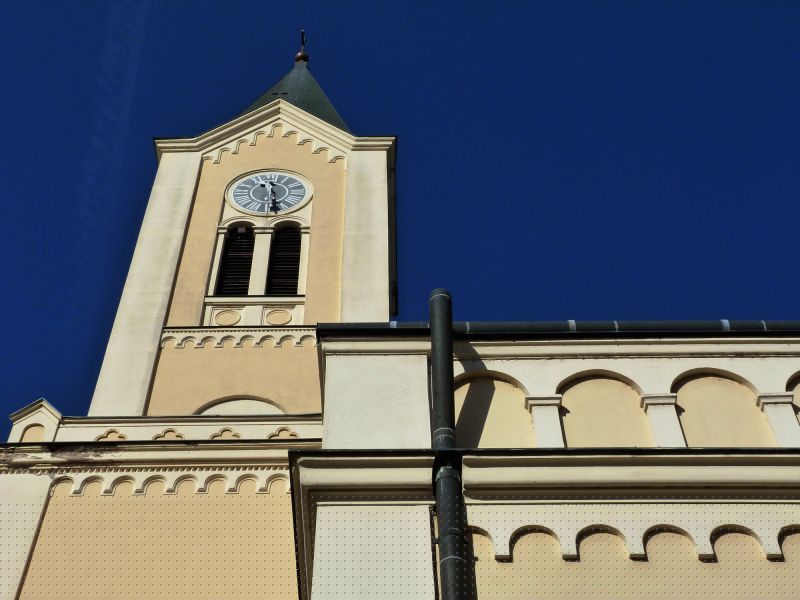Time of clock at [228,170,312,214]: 11:28
